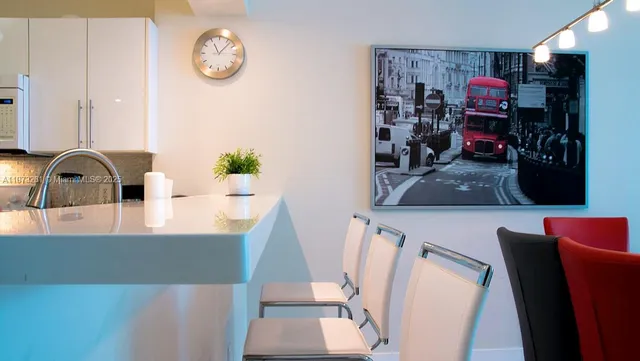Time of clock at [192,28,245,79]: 11:07
